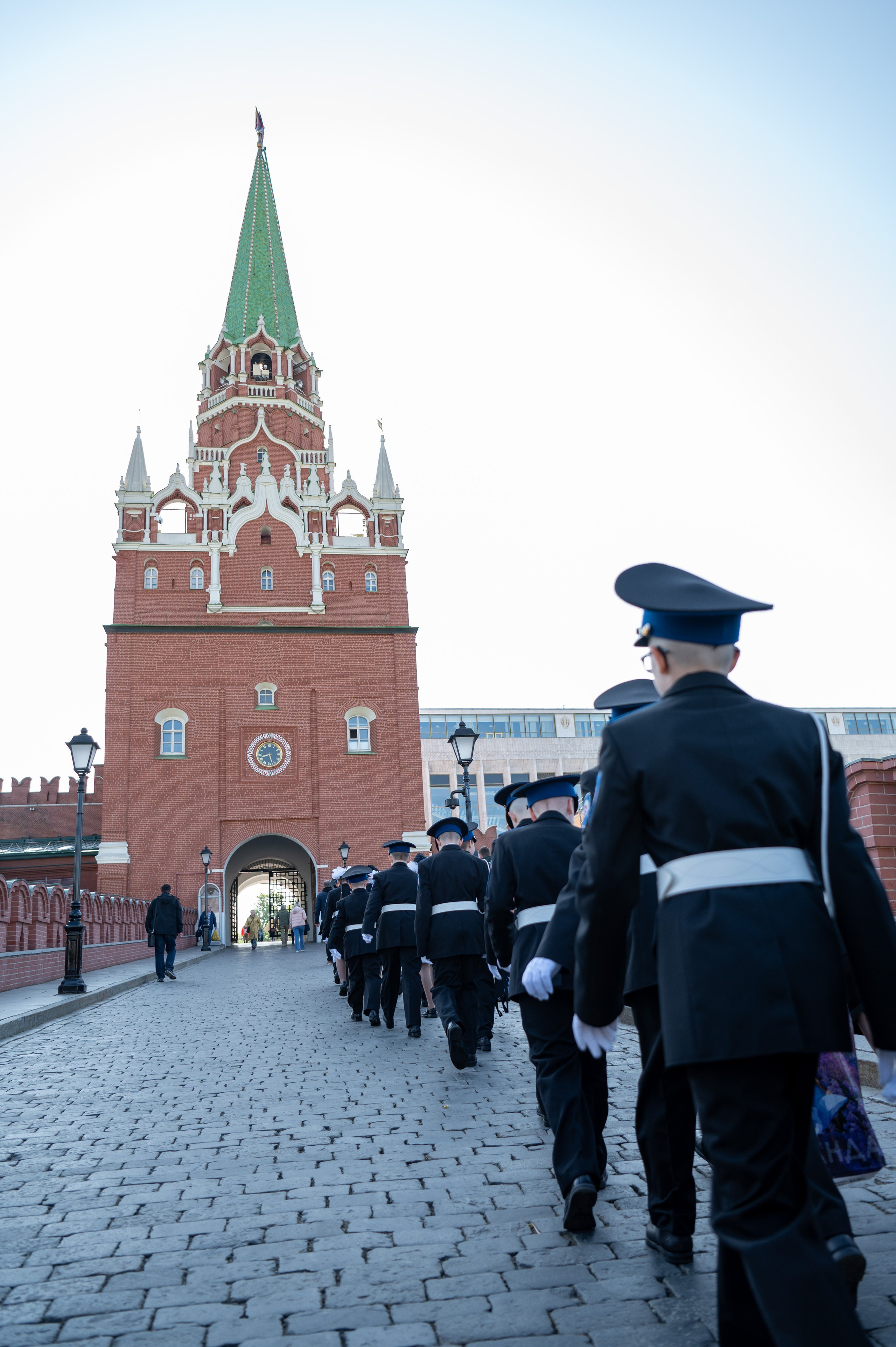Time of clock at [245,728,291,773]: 8:27
